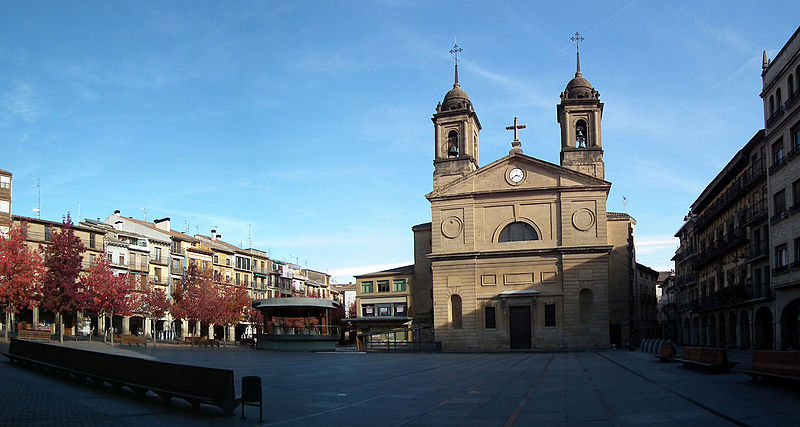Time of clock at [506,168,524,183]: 3:39
